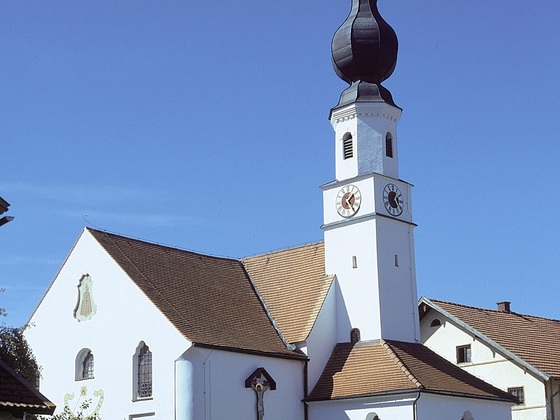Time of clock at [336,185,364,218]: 1:24
